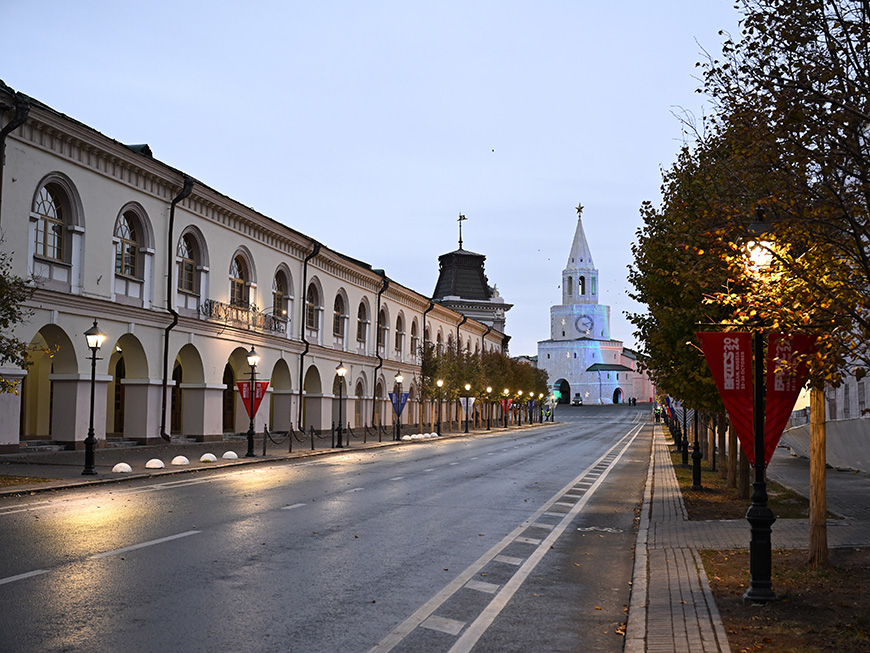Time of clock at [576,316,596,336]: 4:12
